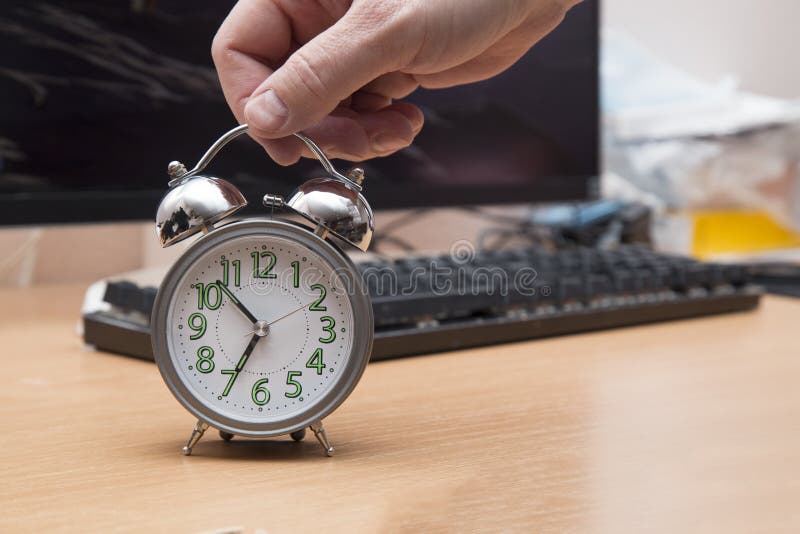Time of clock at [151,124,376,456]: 10:34
